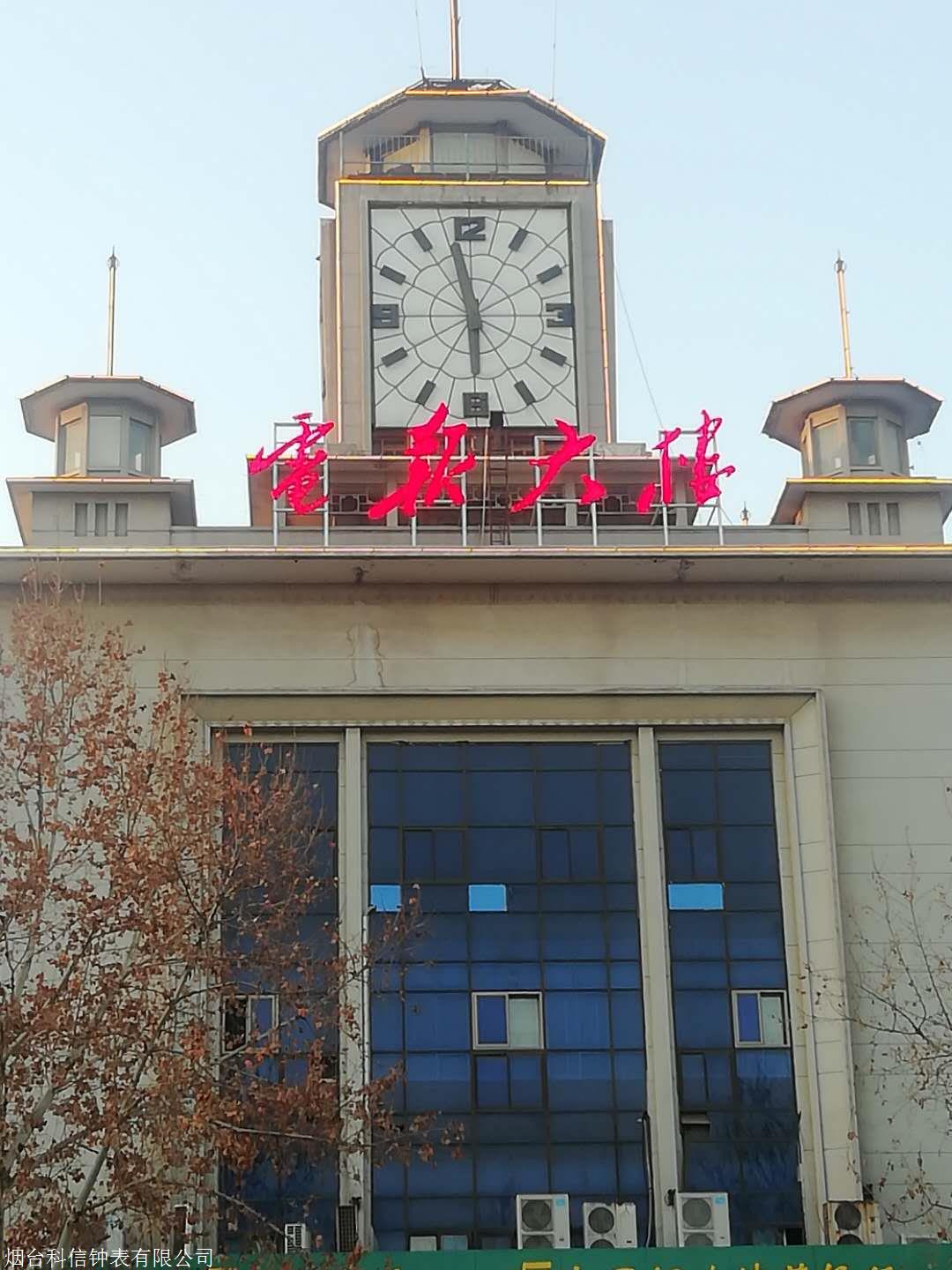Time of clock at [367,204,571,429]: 5:58
